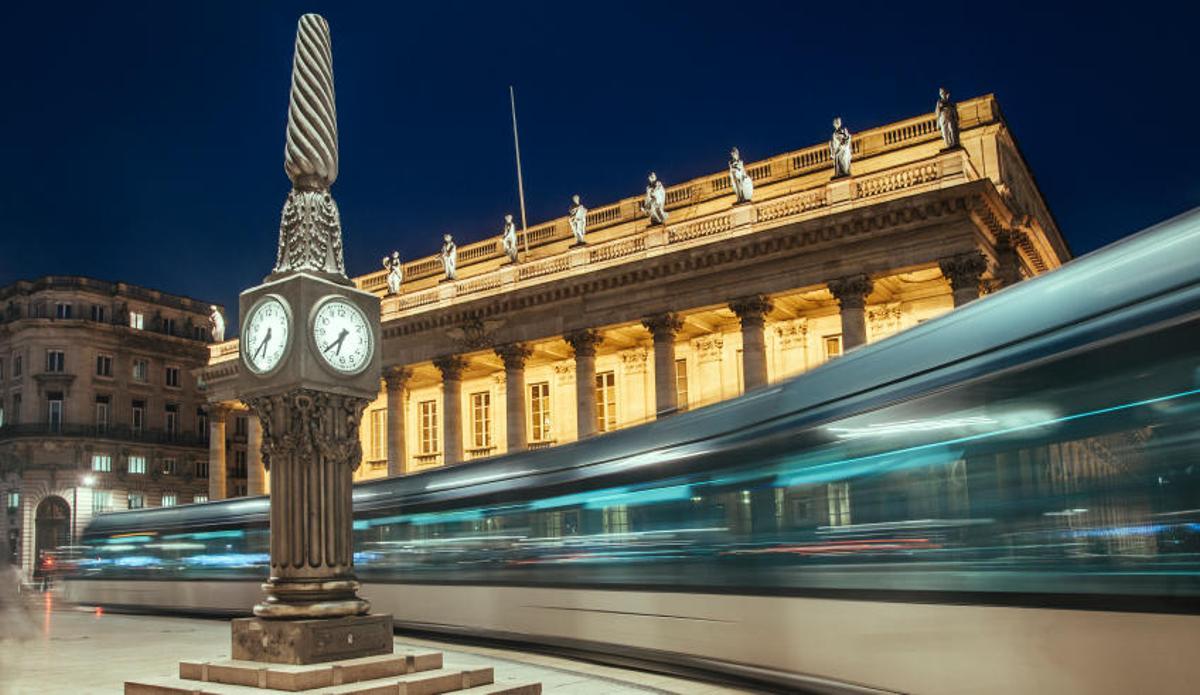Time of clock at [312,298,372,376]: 6:38
